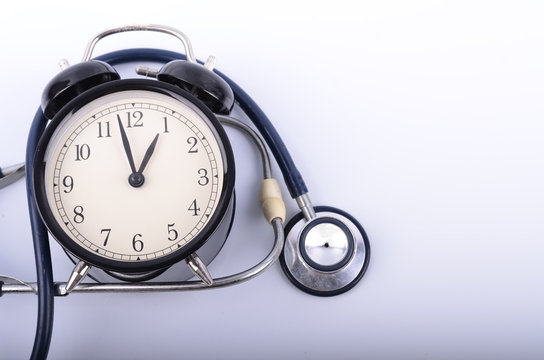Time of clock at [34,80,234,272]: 12:57
